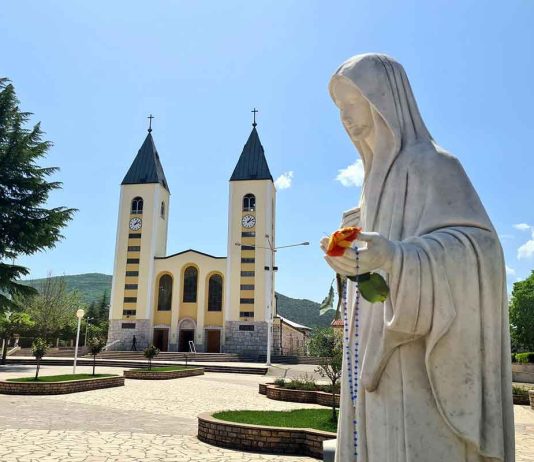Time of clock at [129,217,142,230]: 1:11
